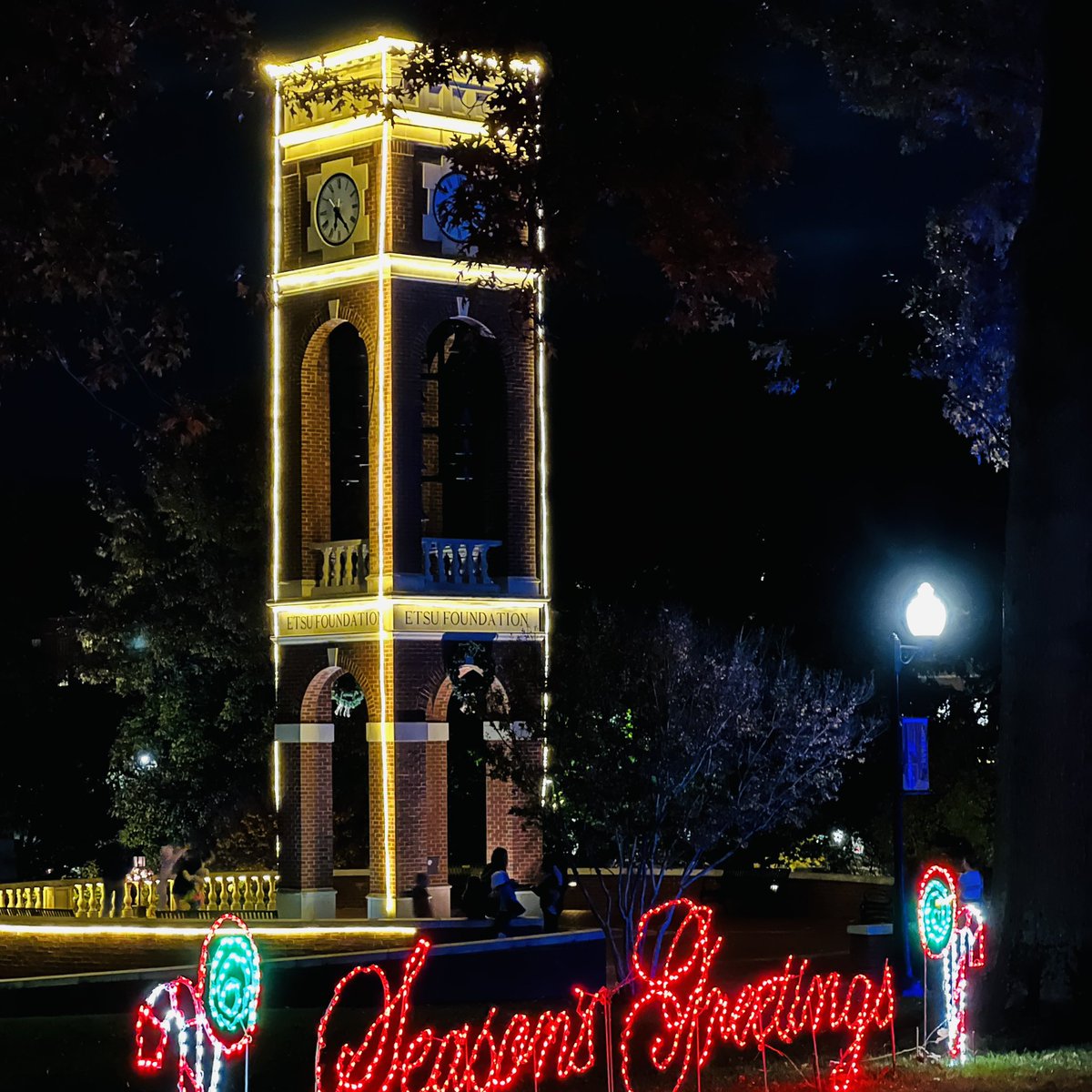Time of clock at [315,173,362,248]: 6:23
